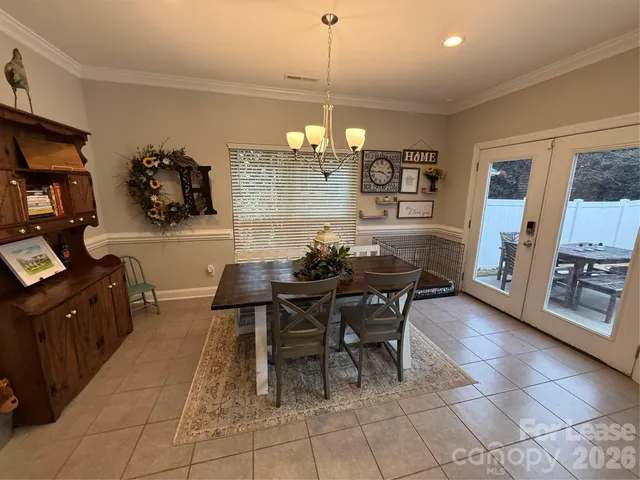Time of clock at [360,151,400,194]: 3:44
